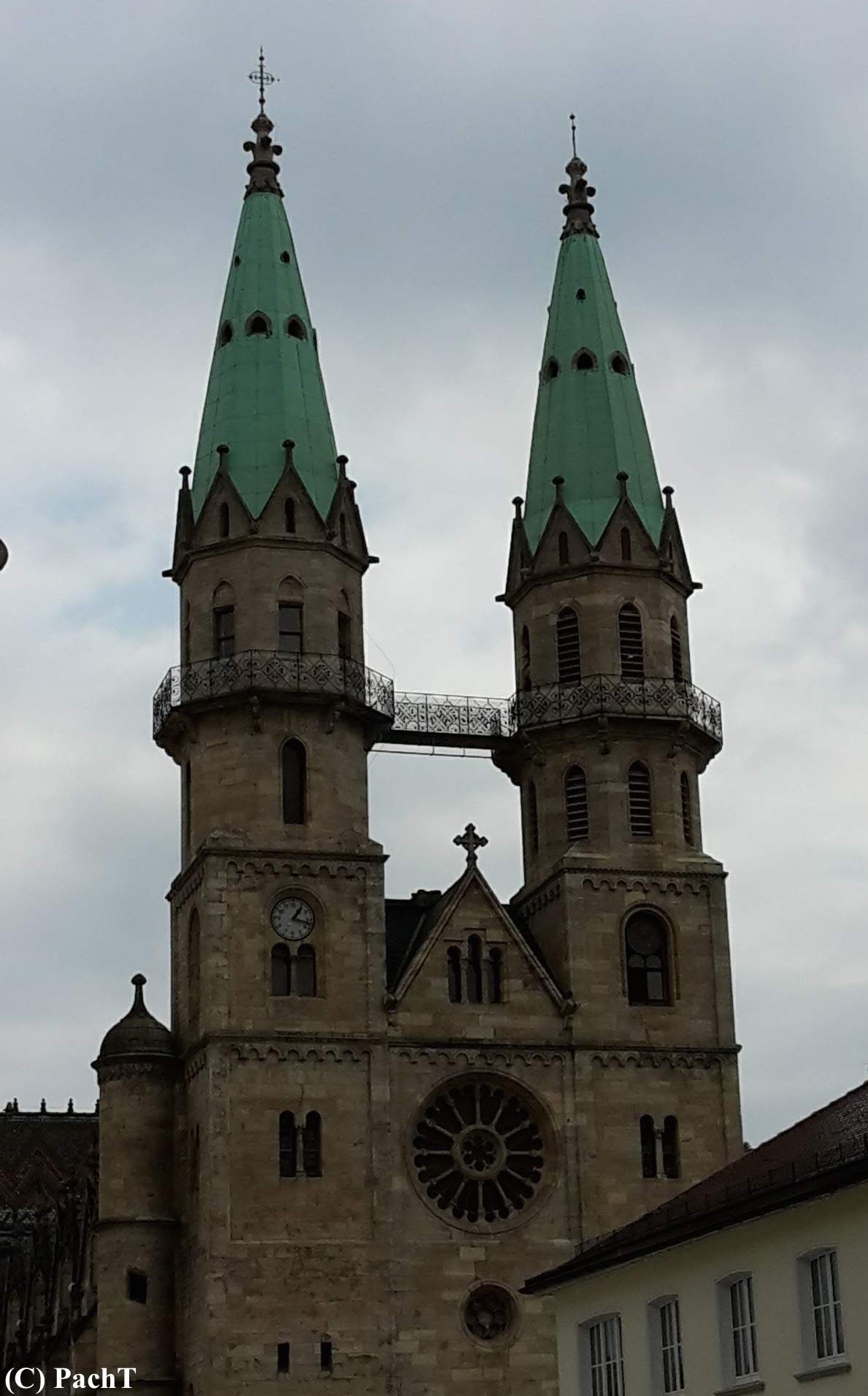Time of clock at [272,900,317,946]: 1:17
